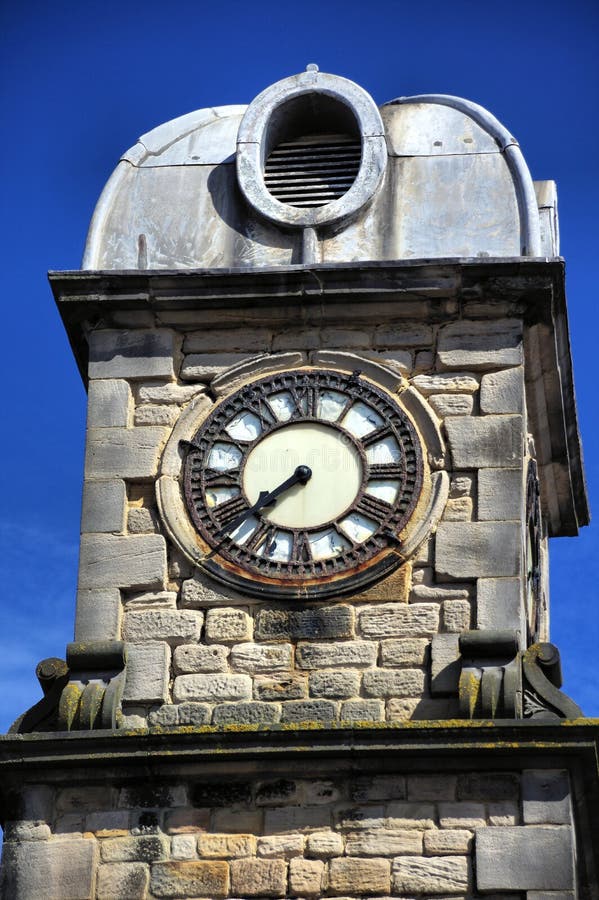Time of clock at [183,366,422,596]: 7:37
